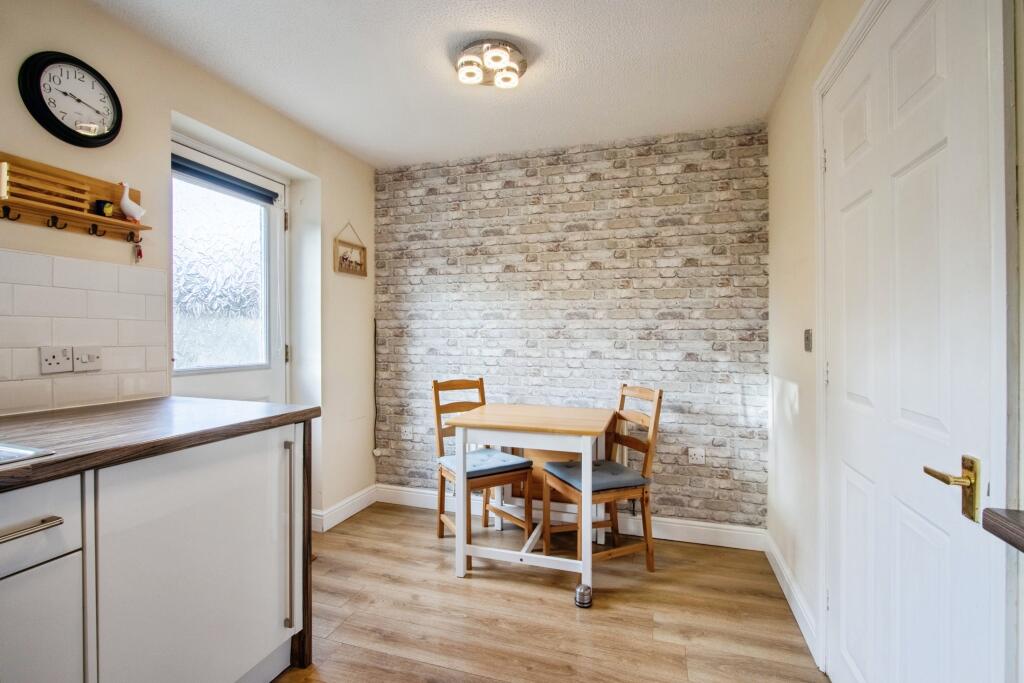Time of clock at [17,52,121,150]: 9:17
